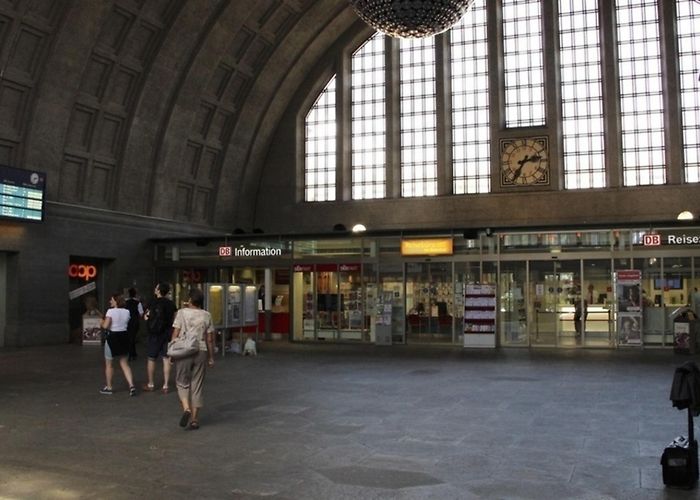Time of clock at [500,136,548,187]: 2:35
